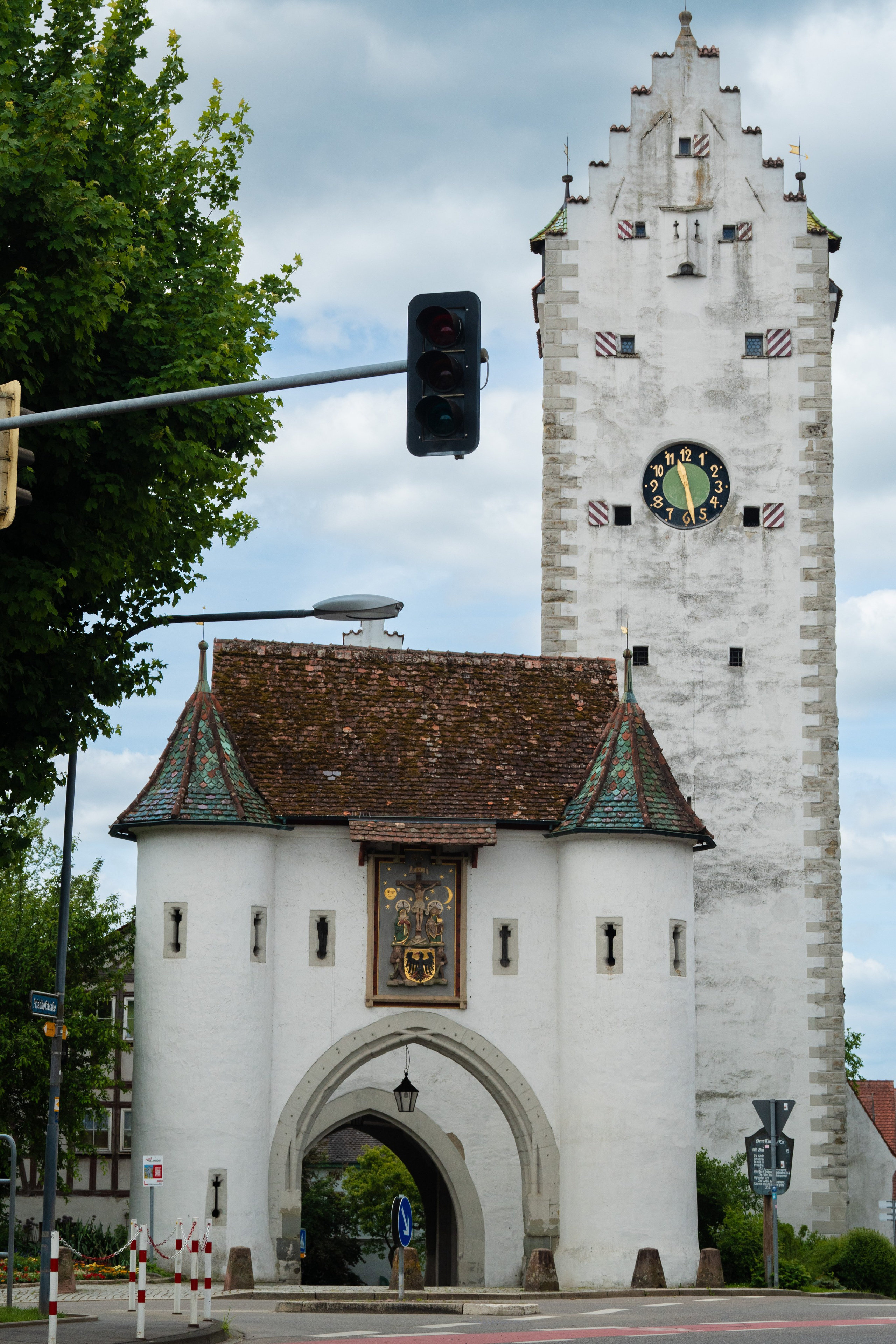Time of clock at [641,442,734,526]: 11:28
